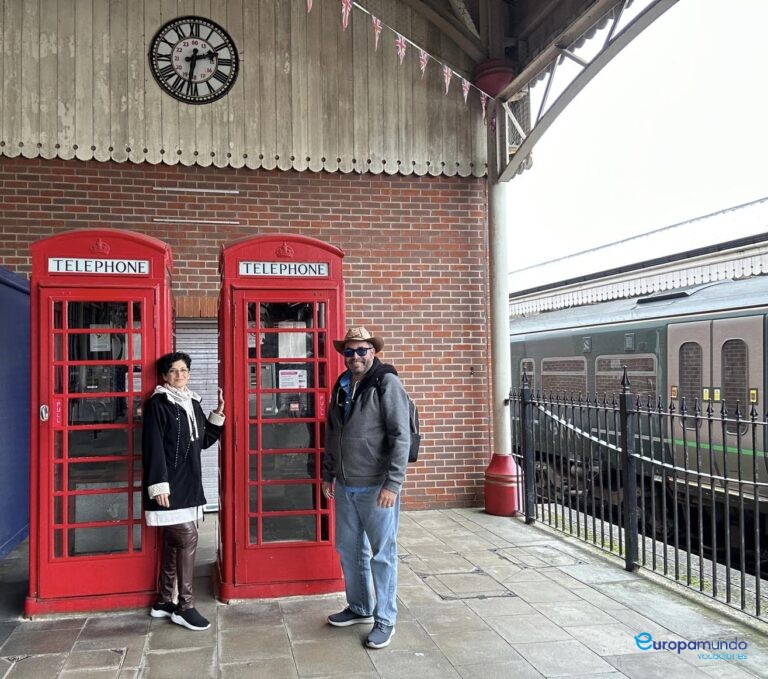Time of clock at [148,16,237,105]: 2:31
